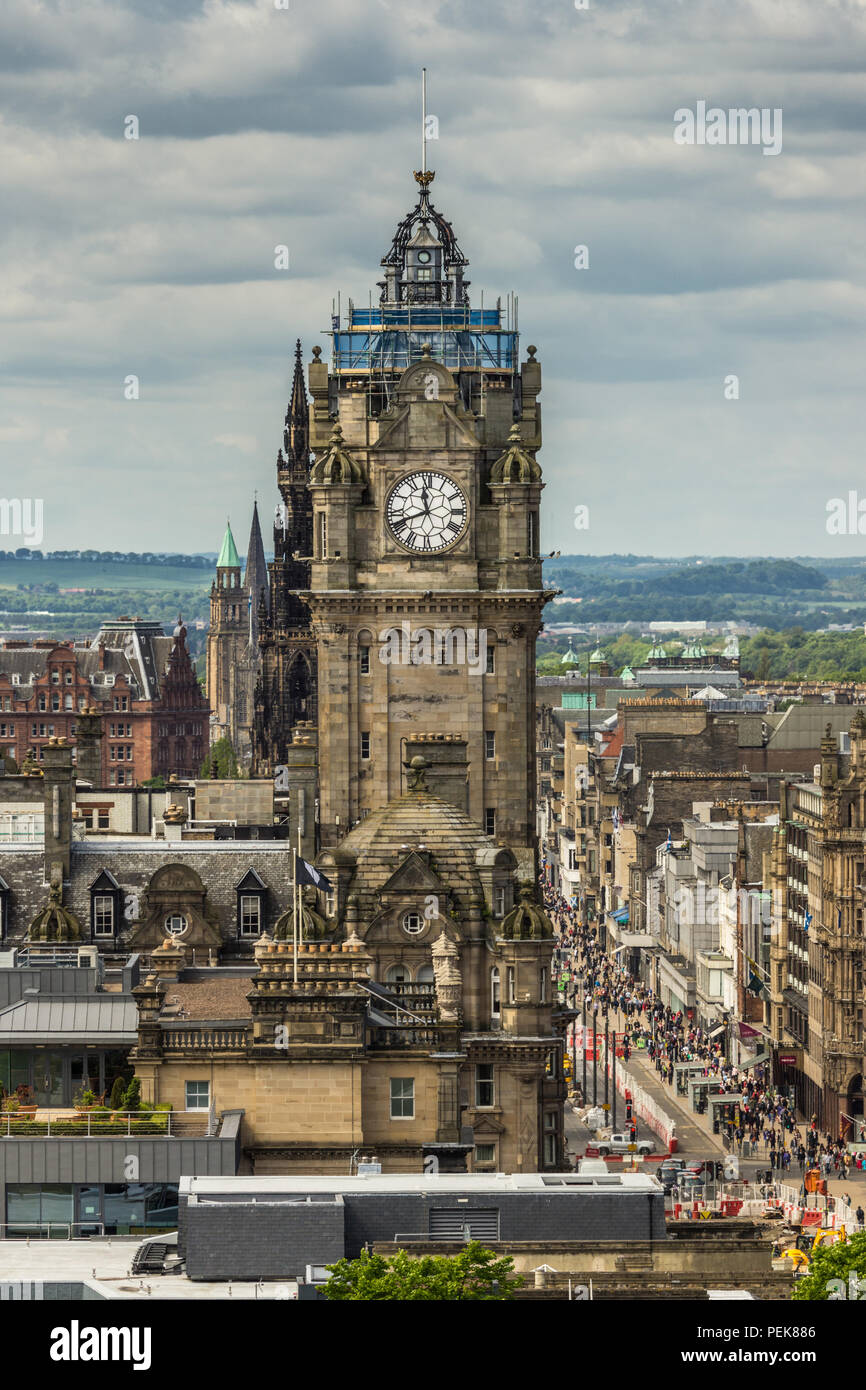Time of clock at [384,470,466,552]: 11:41
